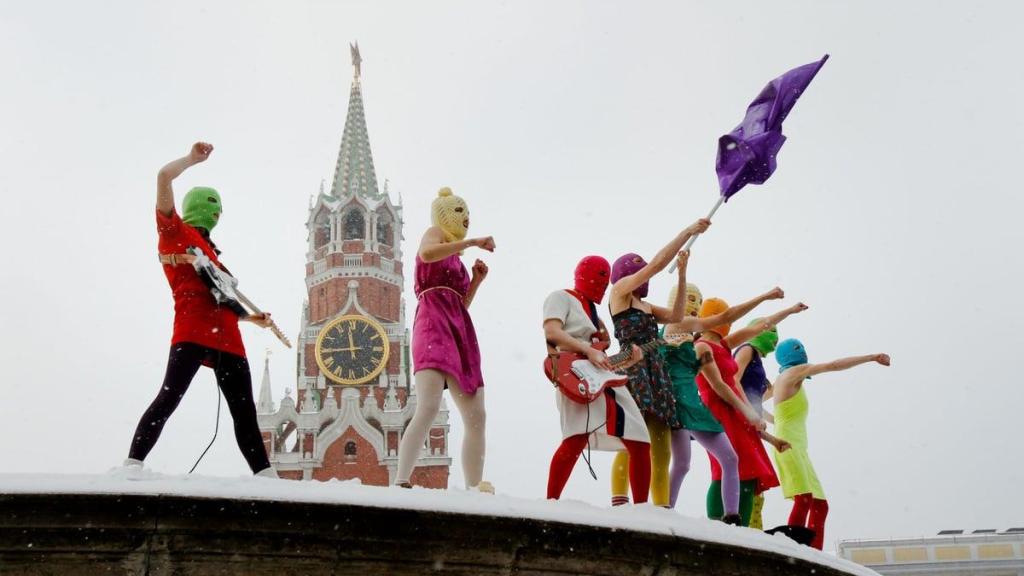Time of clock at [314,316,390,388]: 11:44
